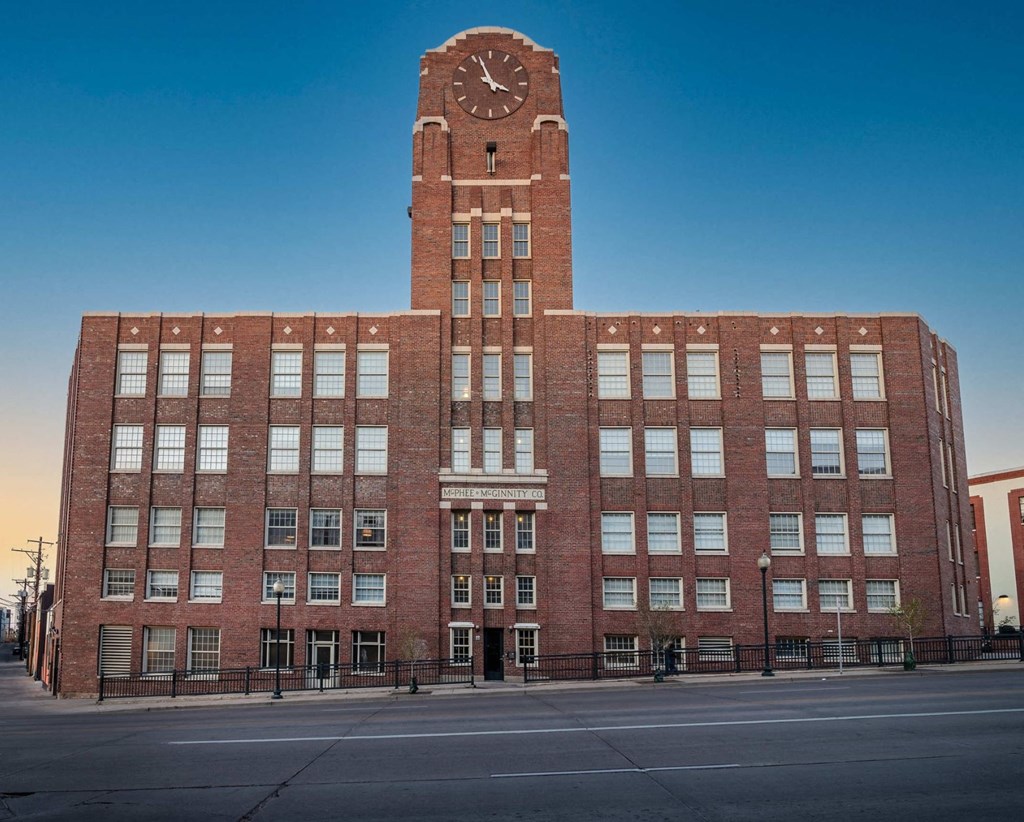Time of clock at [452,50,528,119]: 3:56
